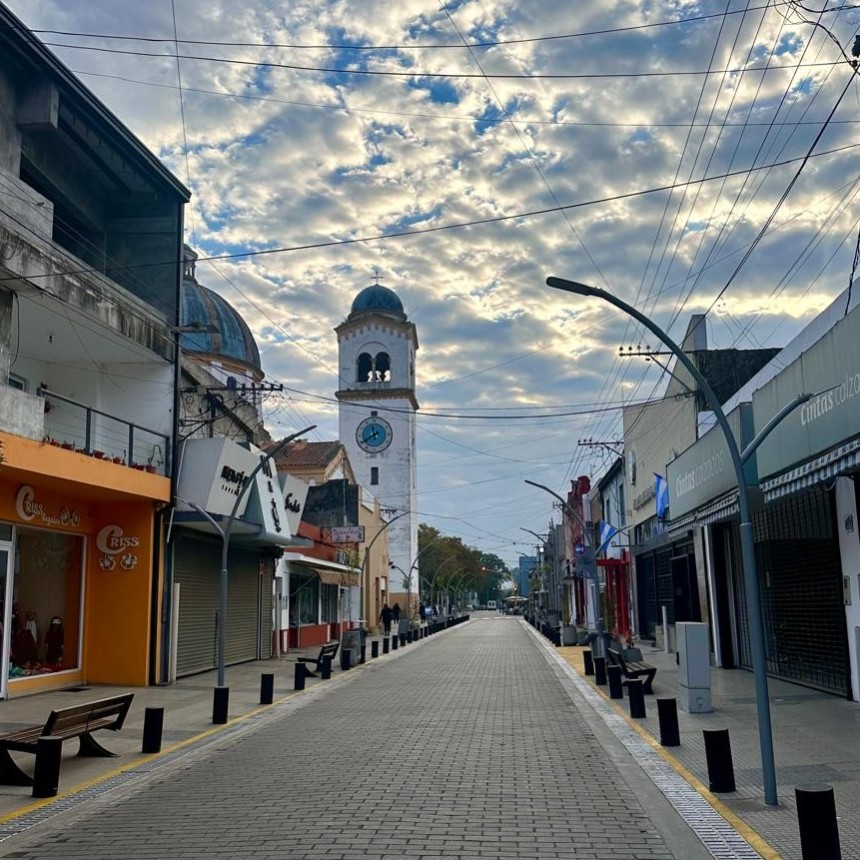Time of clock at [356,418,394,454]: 11:39
